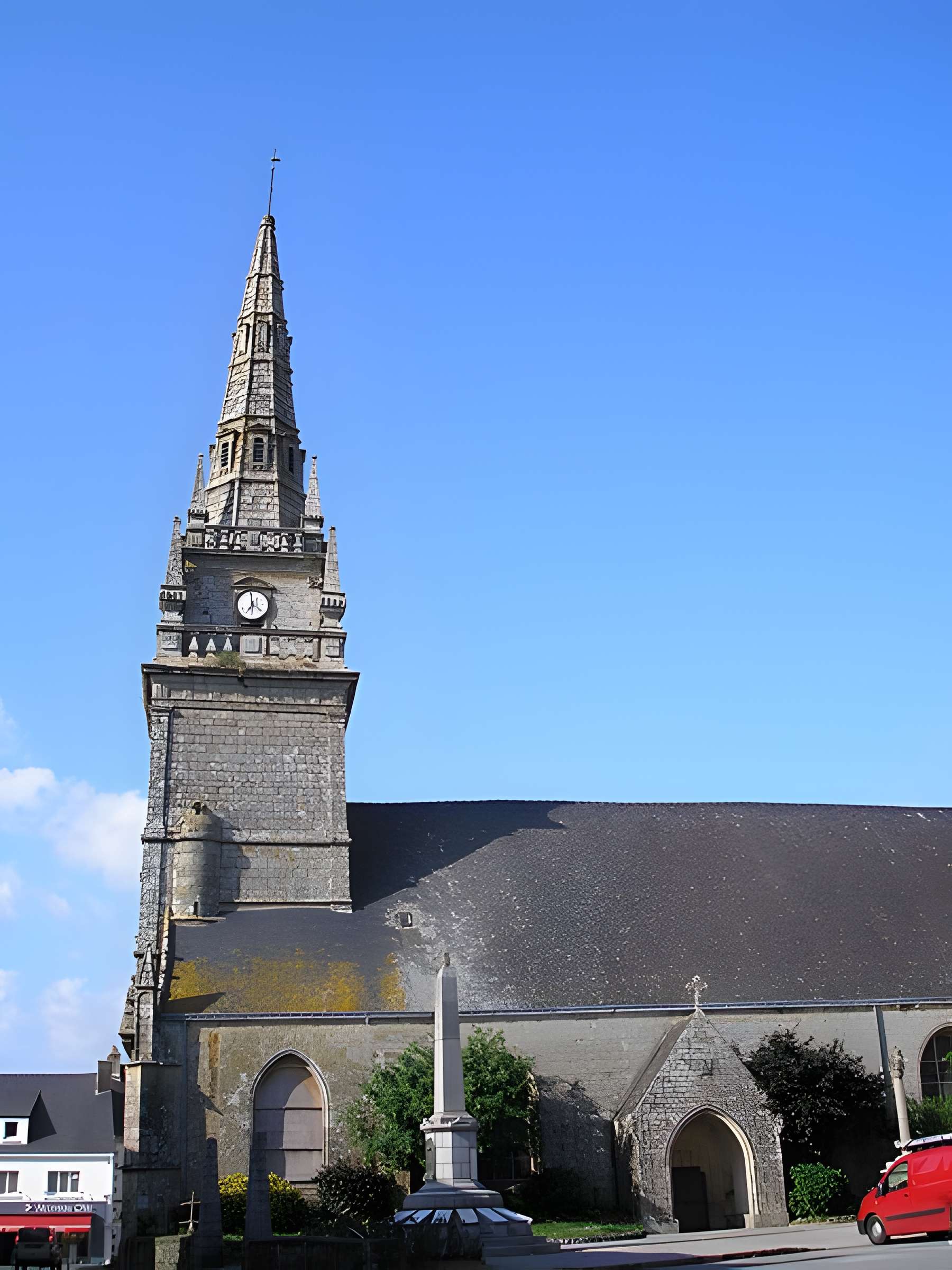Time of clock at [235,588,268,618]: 6:59
